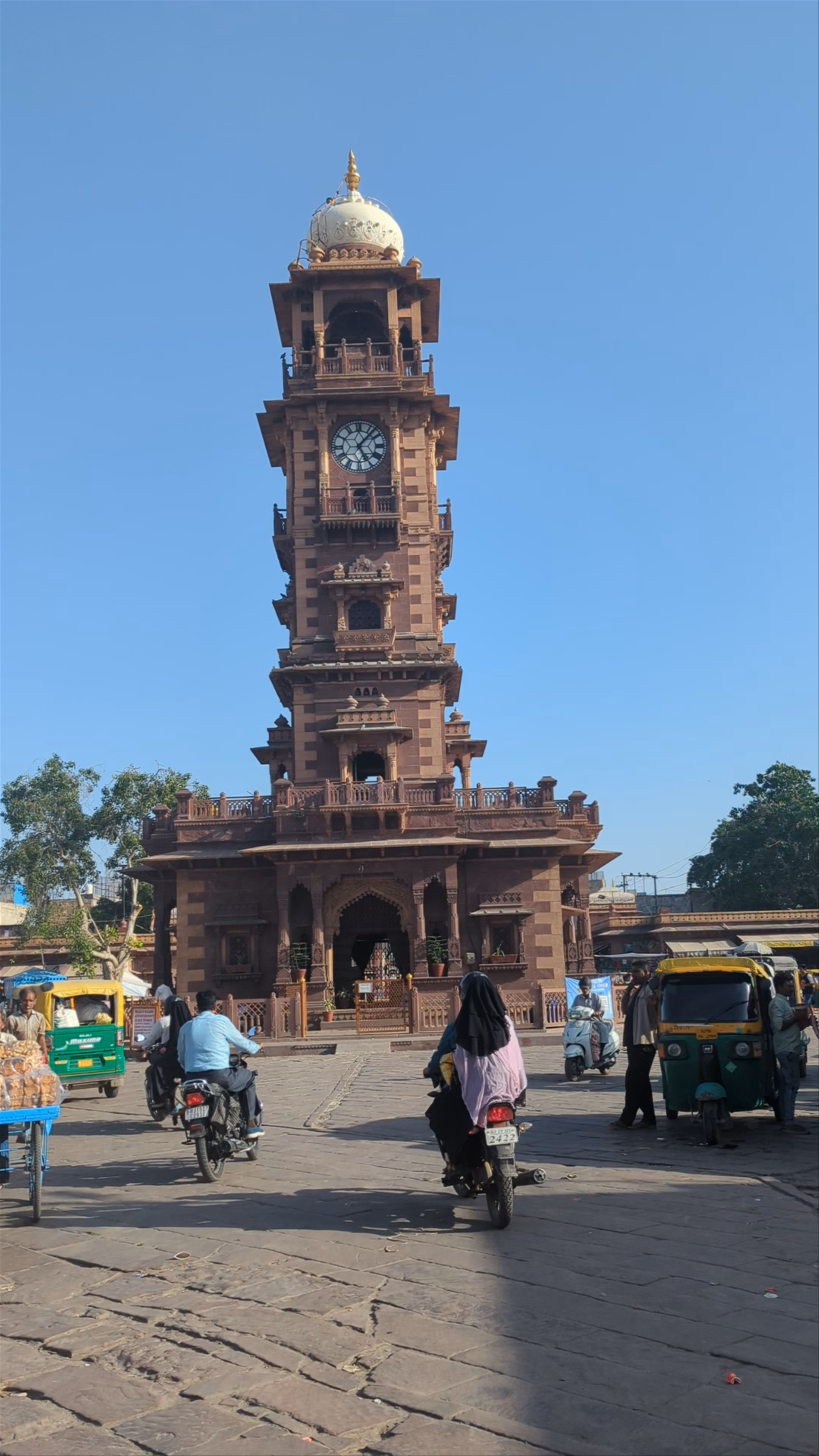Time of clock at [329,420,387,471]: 5:06
